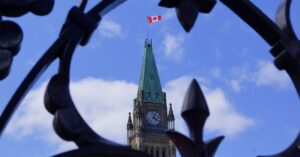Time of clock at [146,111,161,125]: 4:03
